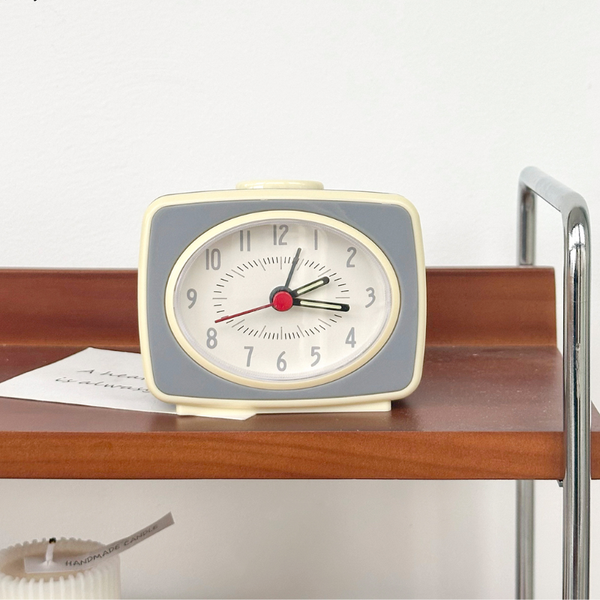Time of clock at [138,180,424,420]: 2:16
